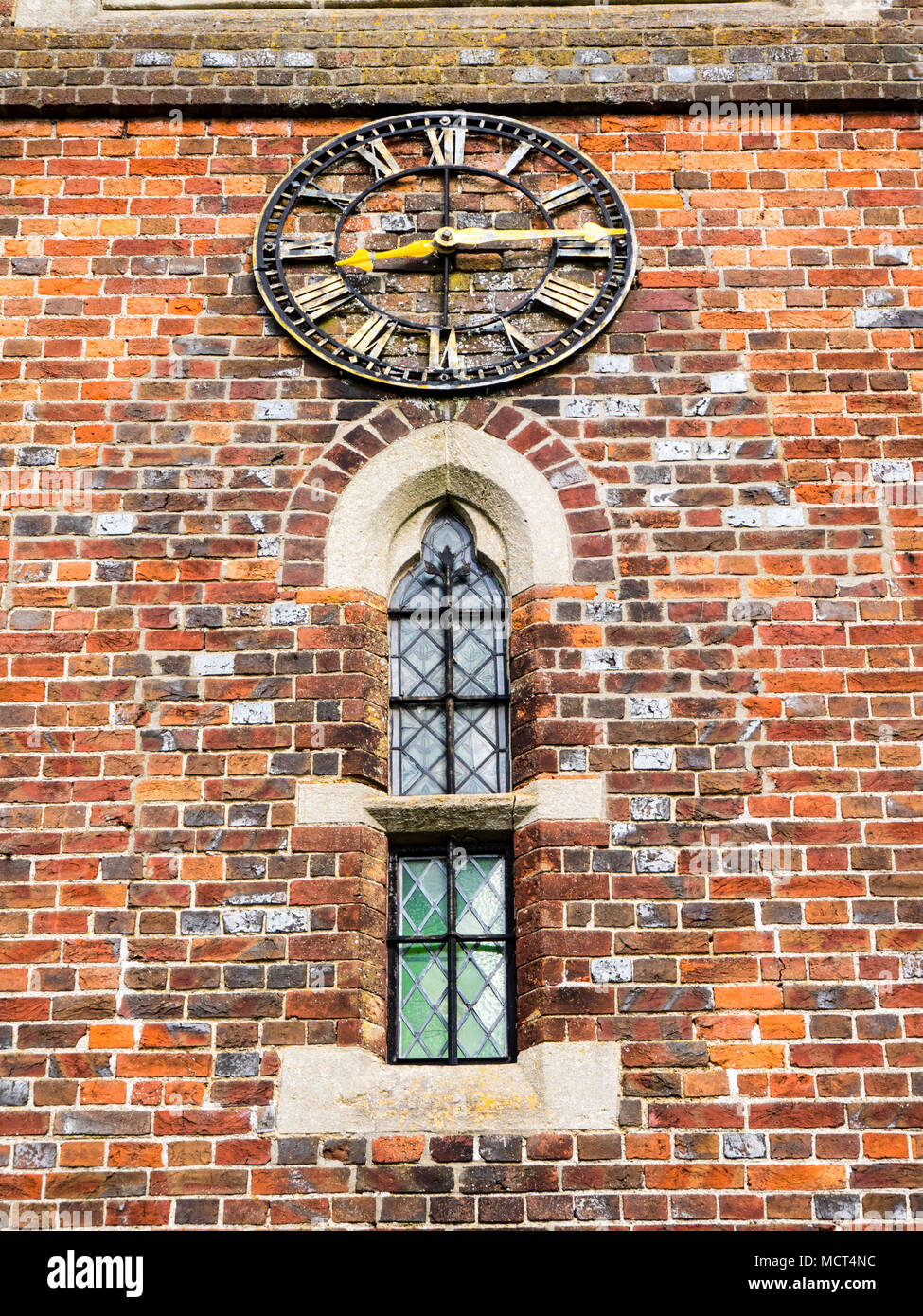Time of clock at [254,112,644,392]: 8:14
